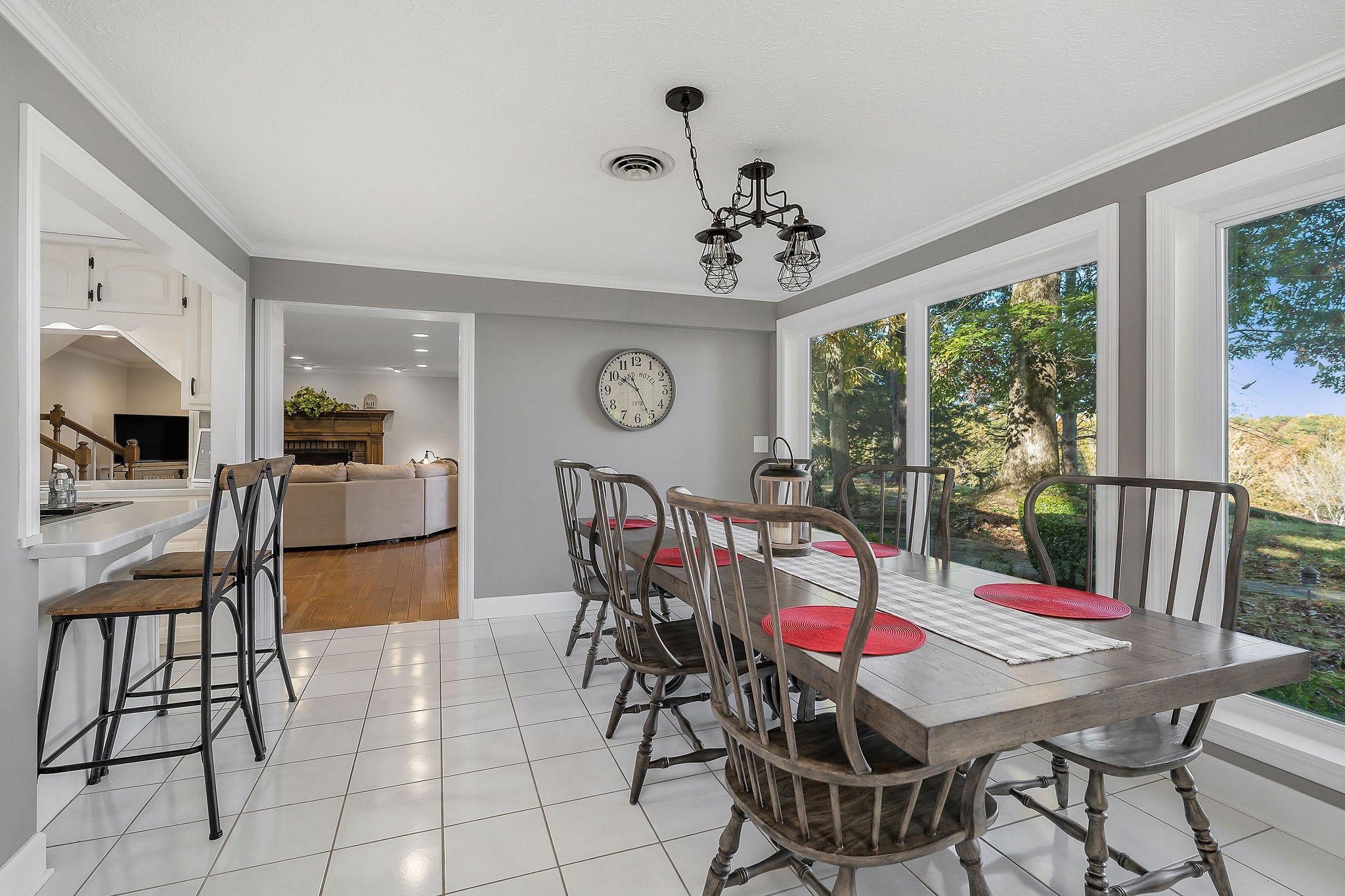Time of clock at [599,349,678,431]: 10:25
